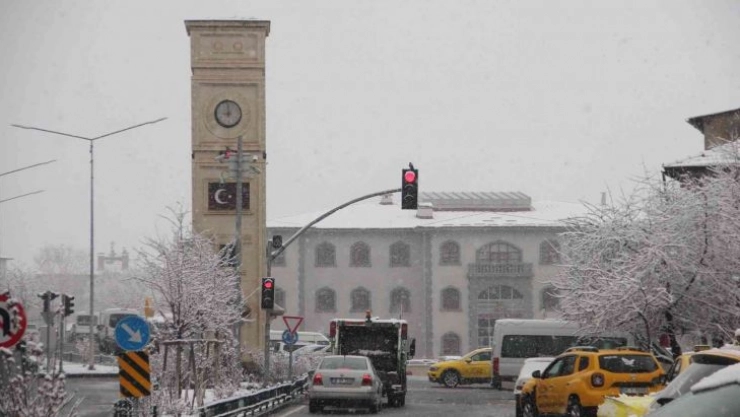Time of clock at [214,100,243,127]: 8:59
